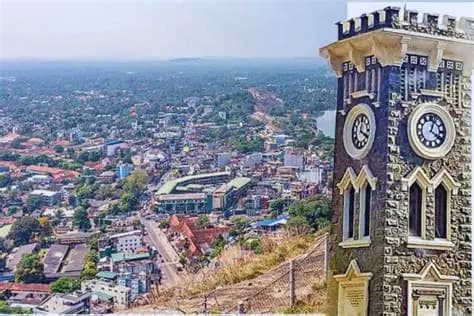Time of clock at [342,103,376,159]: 12:19
